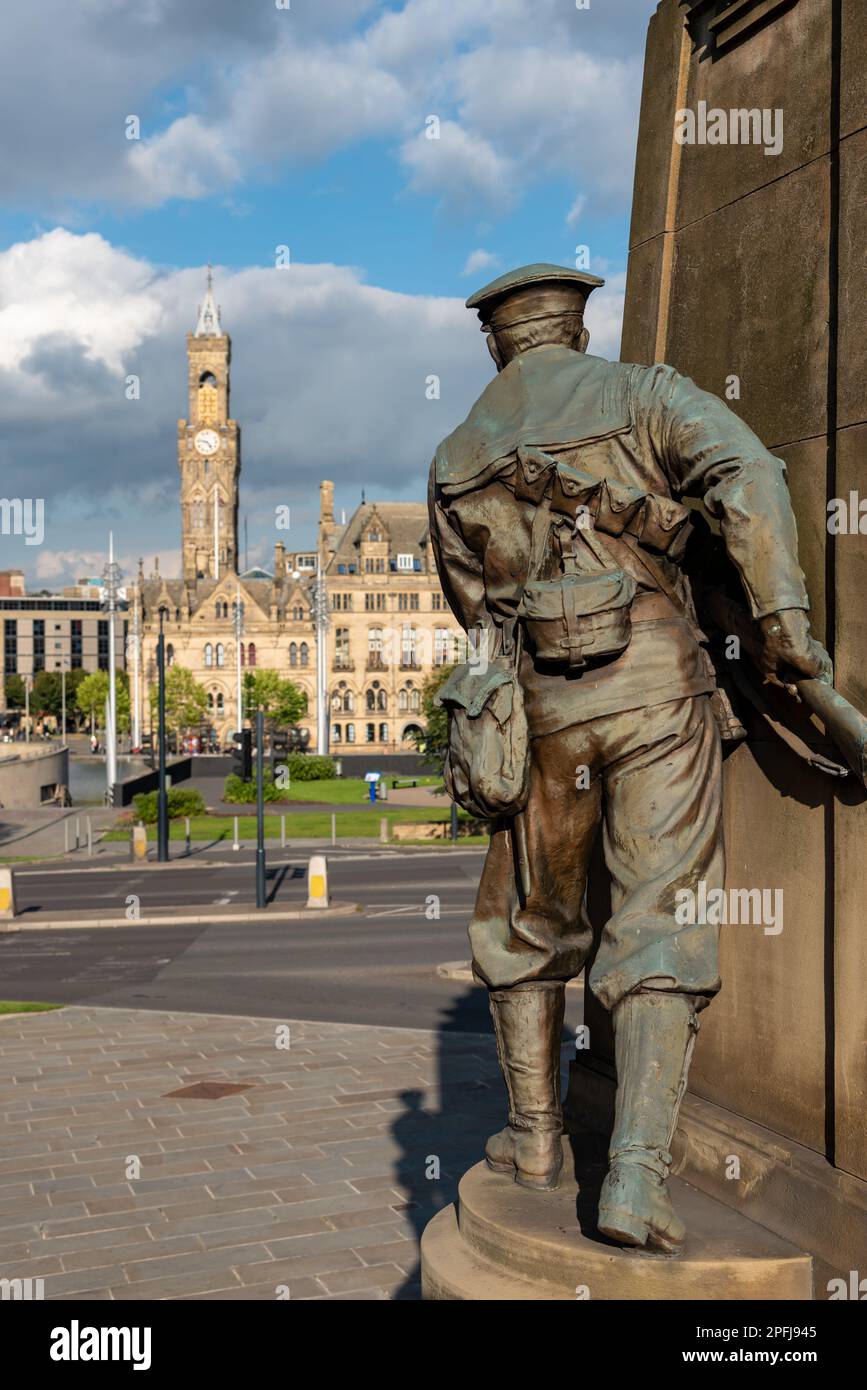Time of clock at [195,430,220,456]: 4:46
